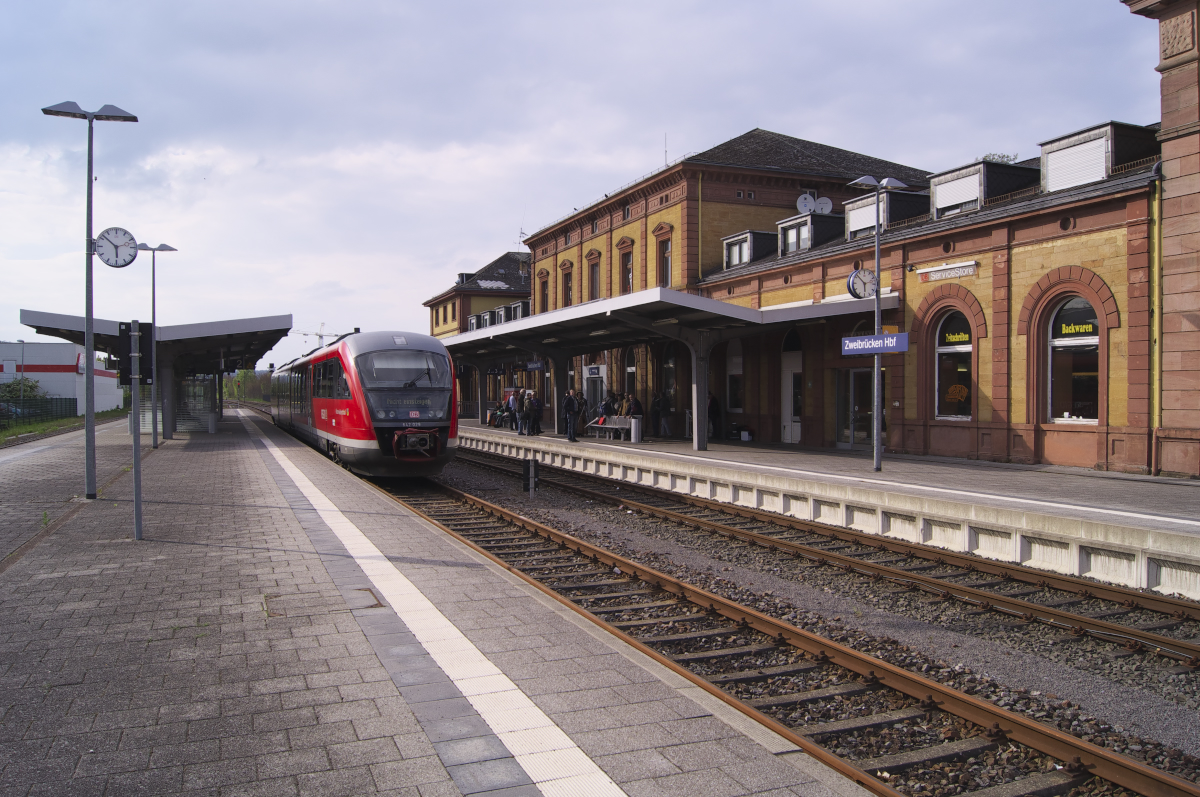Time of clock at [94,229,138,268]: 5:51
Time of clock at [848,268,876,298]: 5:52
